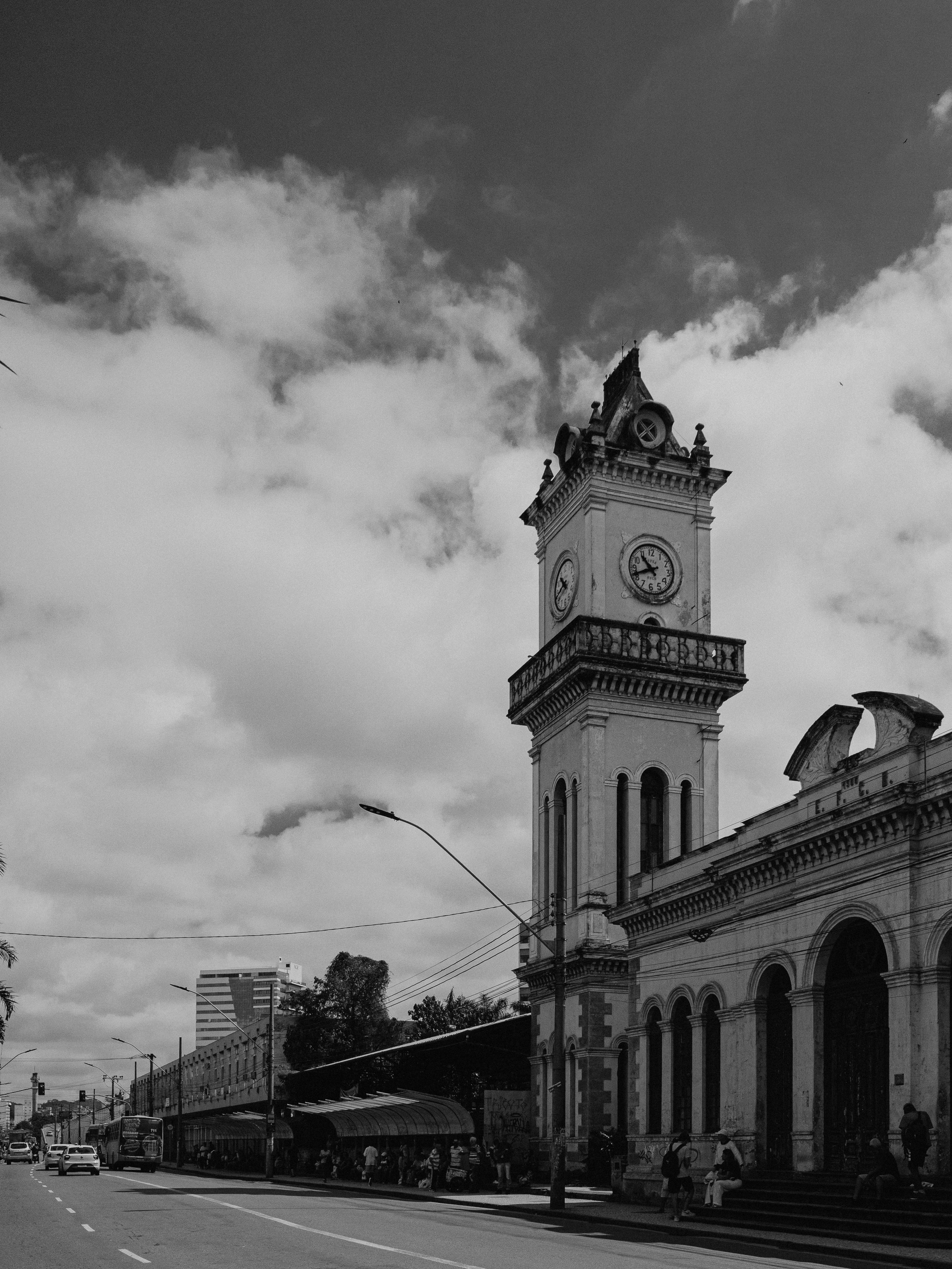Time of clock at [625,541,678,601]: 10:41
